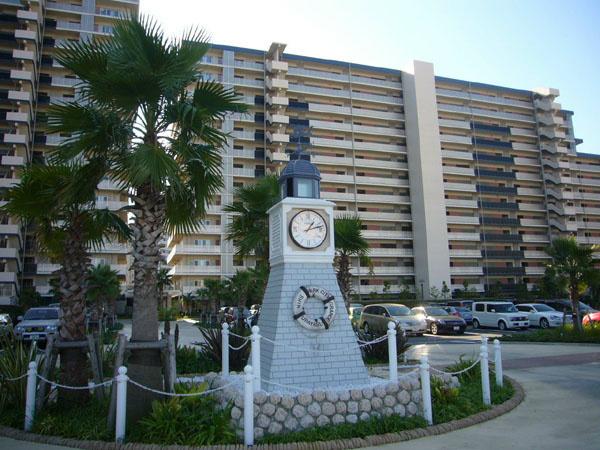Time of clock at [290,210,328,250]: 1:12
